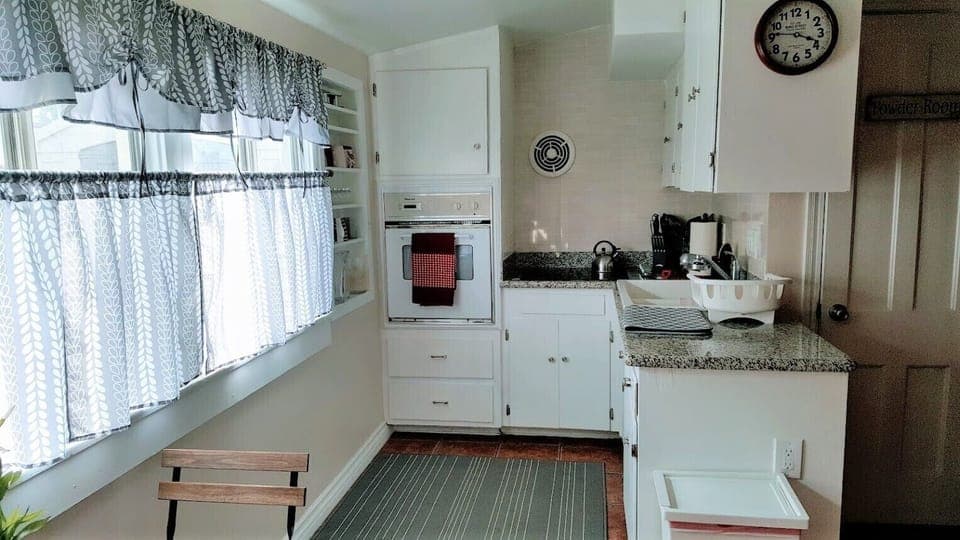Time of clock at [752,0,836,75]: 3:46
